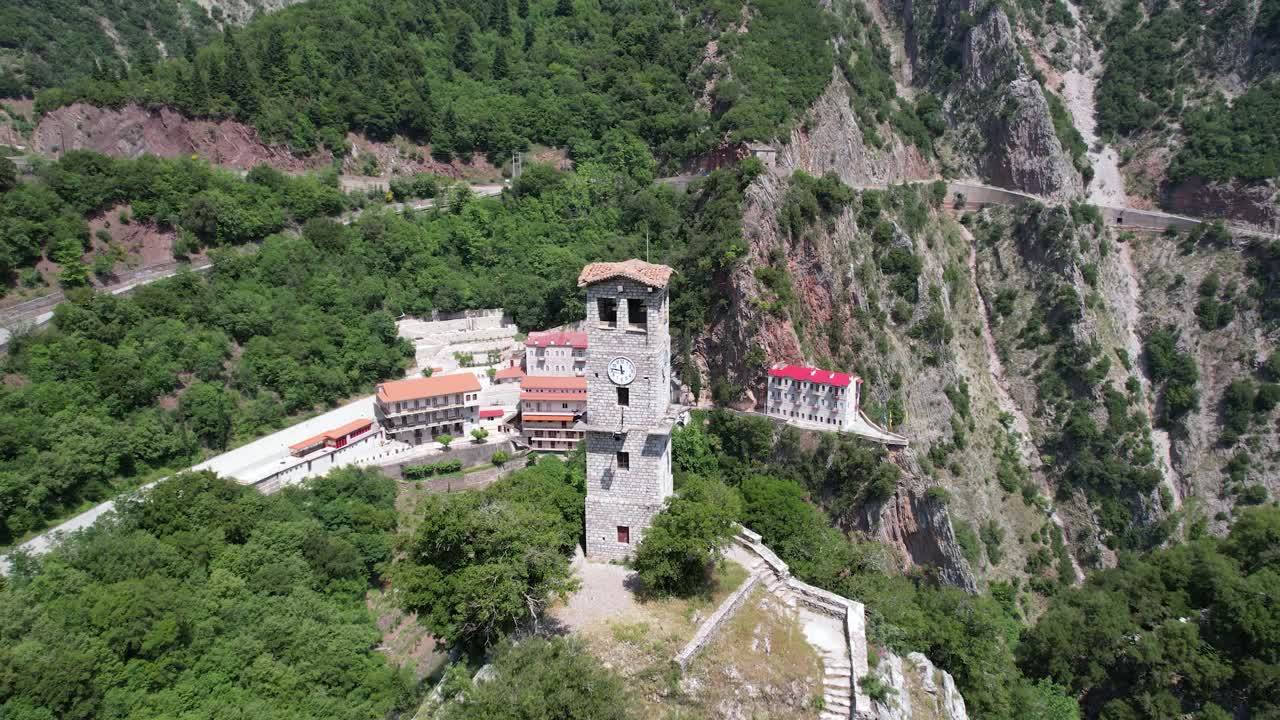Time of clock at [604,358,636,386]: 11:46
